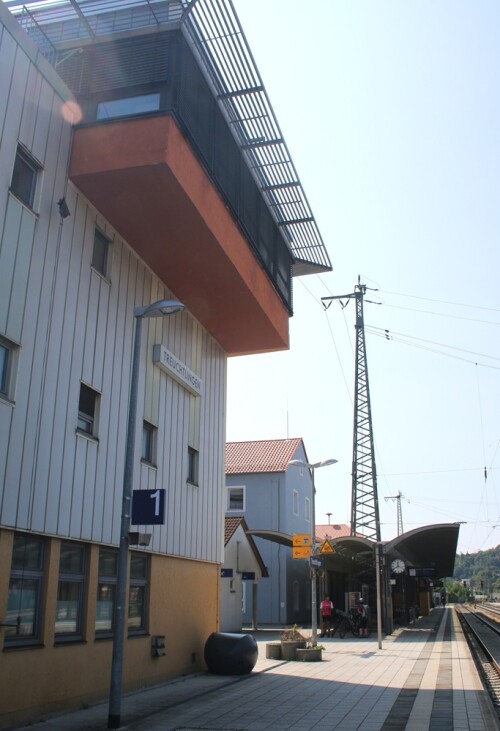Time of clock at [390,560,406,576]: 11:40
